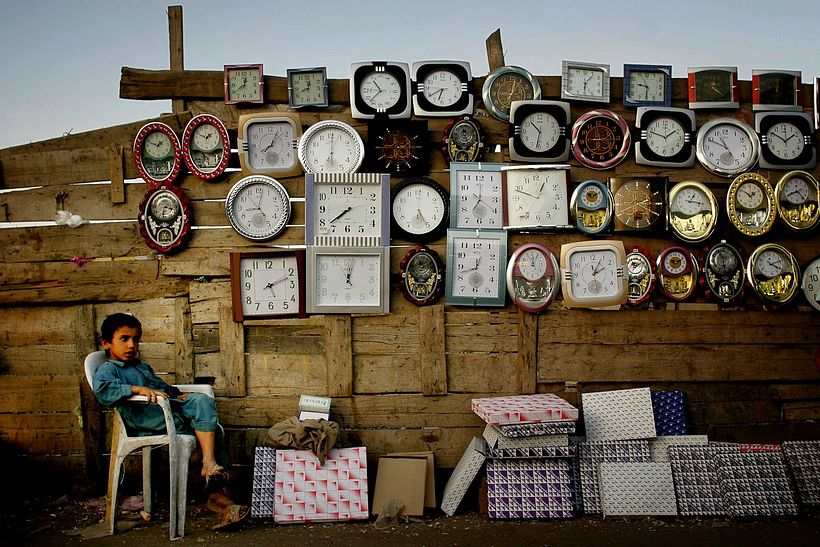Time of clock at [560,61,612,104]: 6:06
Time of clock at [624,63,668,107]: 9:30
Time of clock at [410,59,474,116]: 6:39
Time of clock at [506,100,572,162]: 10:31
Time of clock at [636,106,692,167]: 1:47
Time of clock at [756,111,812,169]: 1:50
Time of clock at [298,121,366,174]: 7:01
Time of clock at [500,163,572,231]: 12:48
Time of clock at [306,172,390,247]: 7:38
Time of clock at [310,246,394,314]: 12:02
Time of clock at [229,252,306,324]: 2:11
